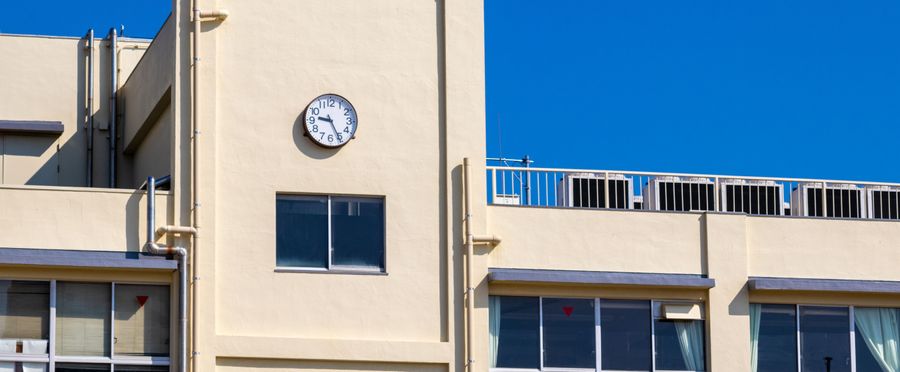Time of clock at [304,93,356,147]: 9:25
